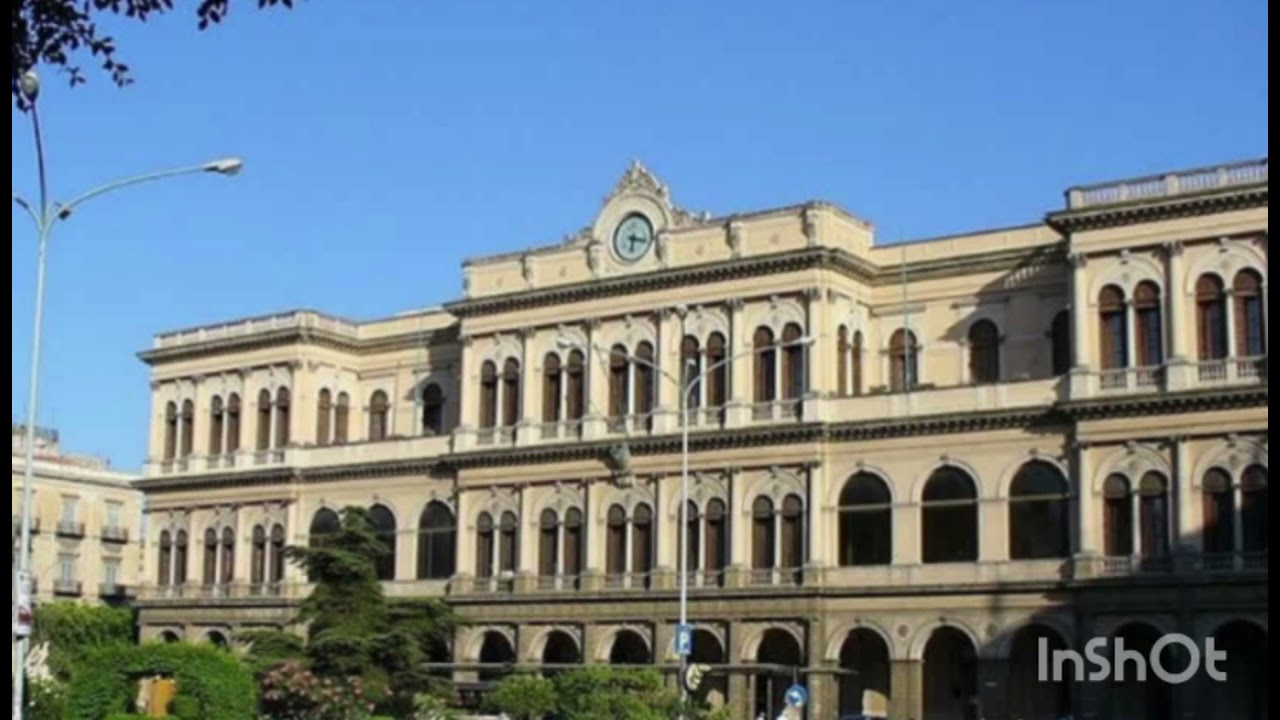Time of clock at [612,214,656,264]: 6:17
